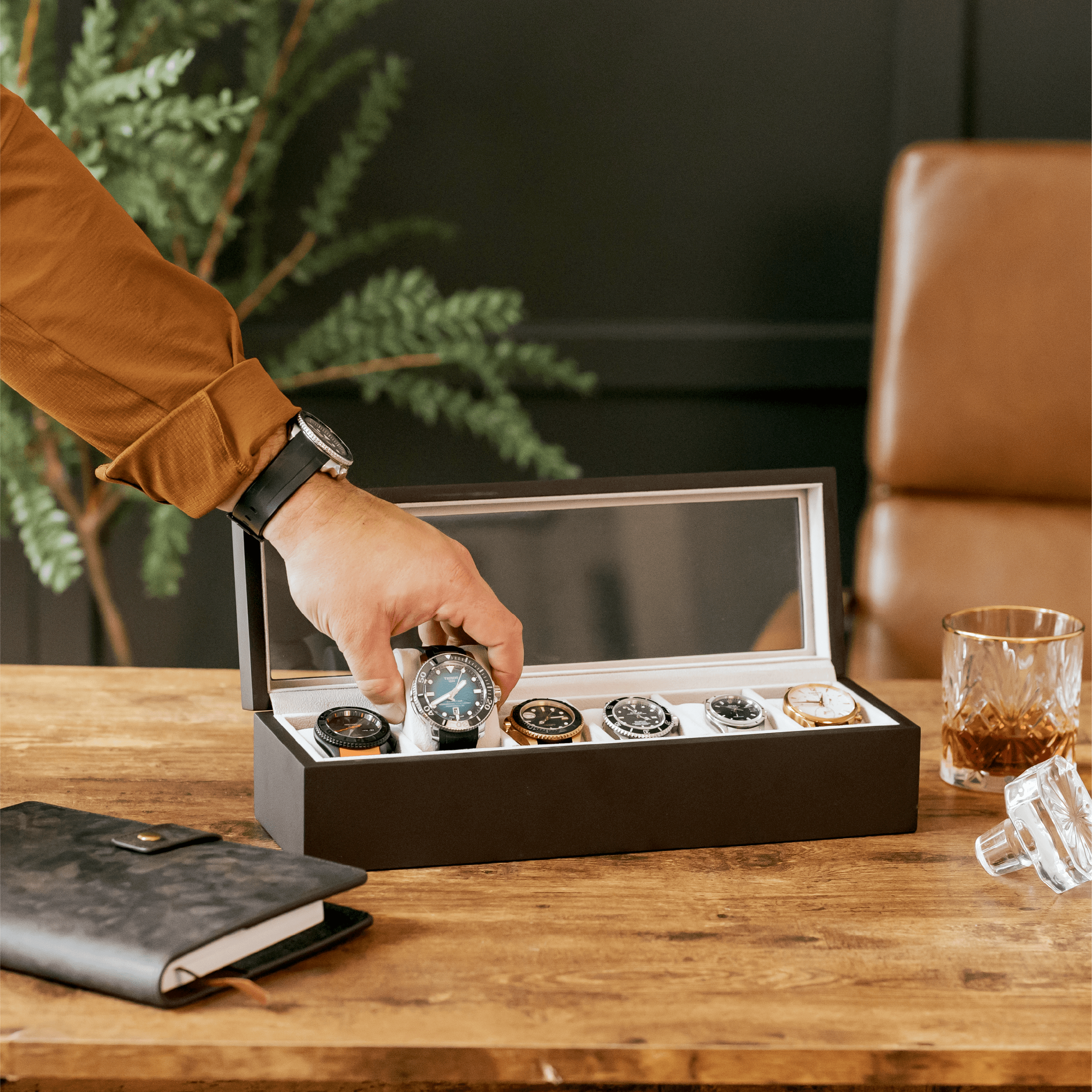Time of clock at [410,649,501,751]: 1:40
